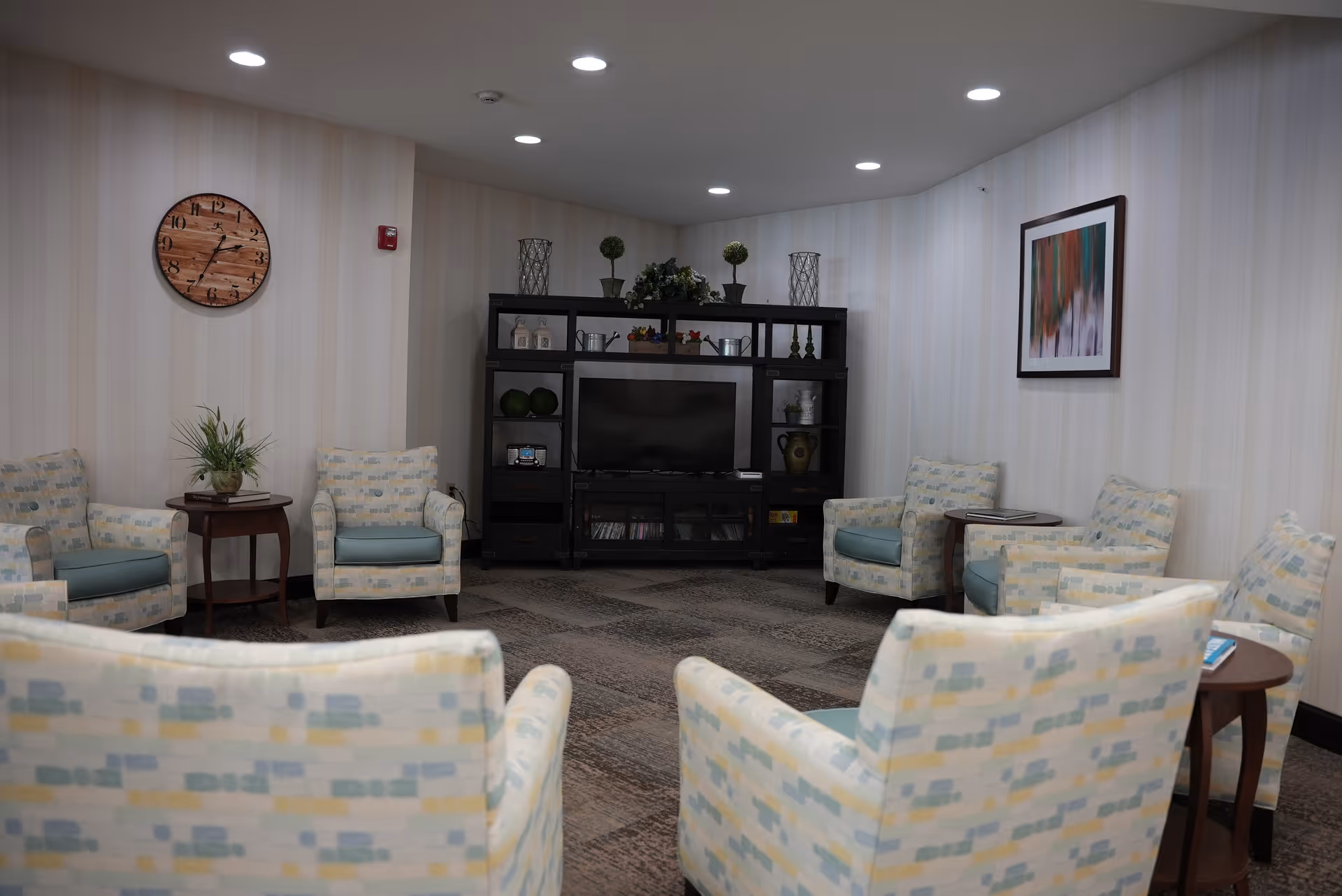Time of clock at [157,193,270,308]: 2:34
